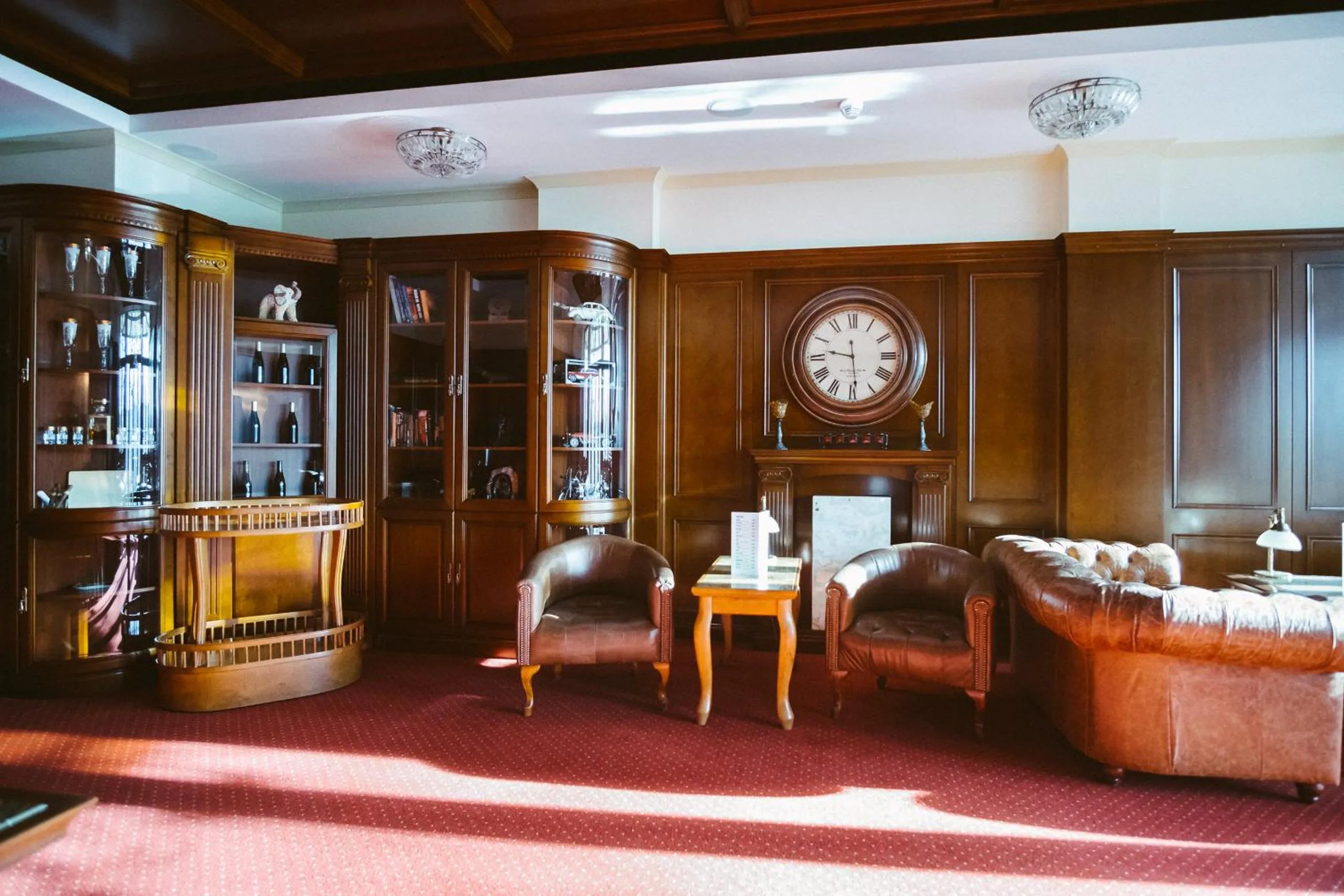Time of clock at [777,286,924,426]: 9:28
